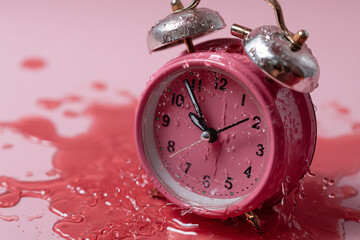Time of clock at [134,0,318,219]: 9:53
